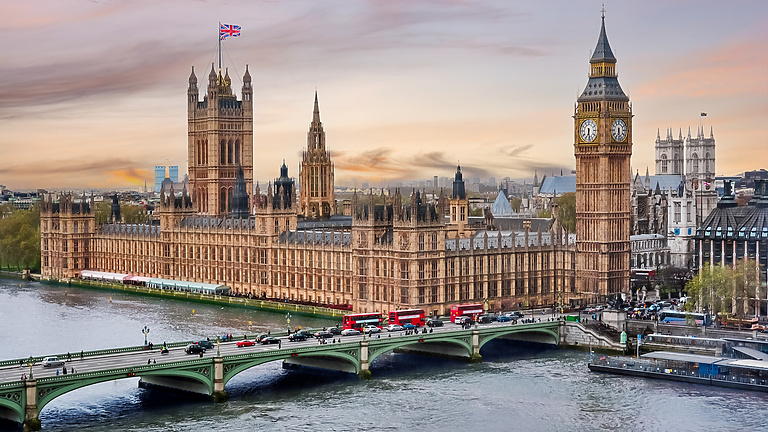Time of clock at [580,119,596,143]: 6:28
